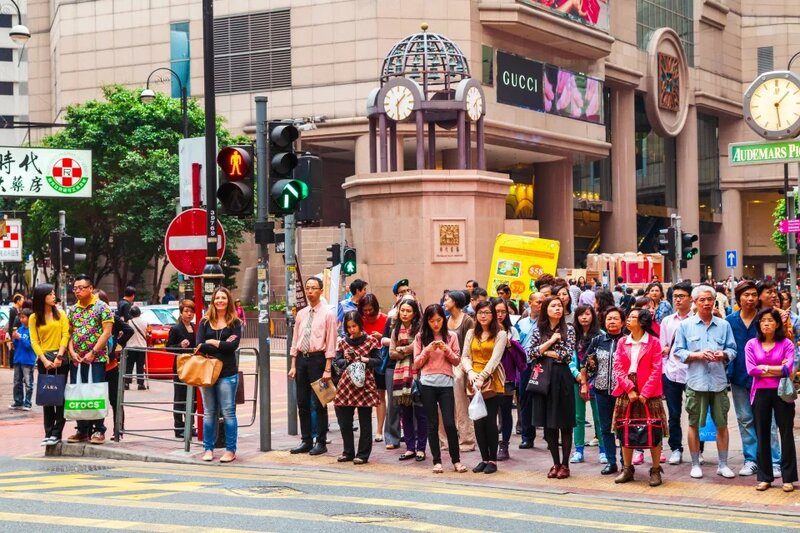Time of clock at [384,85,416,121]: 1:30
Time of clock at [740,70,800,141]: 1:28
